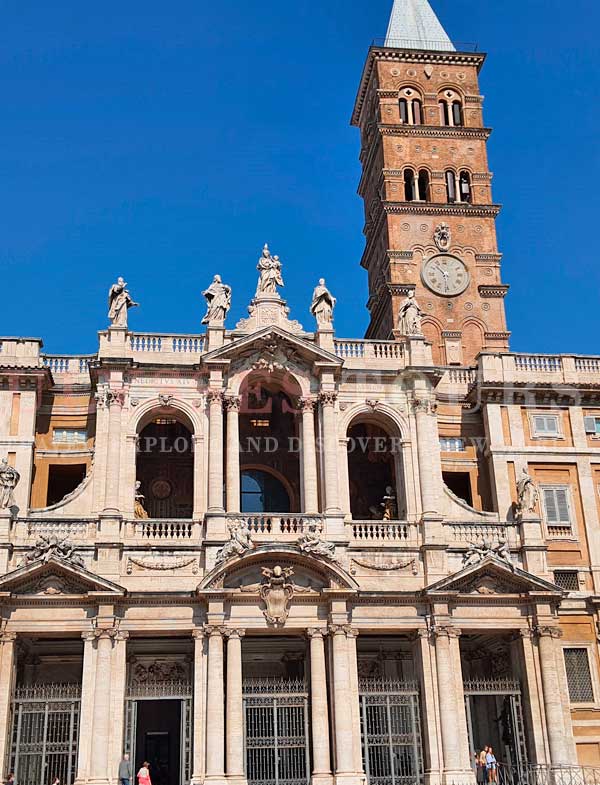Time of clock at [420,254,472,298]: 10:30
